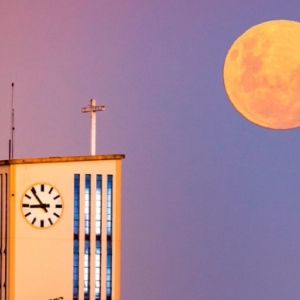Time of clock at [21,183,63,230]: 8:53
